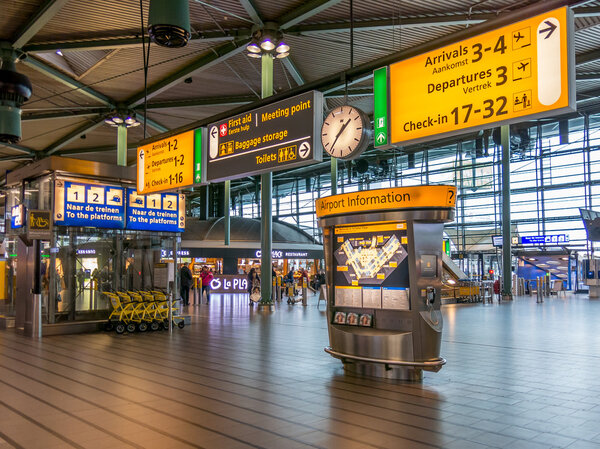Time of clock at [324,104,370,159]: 1:36
